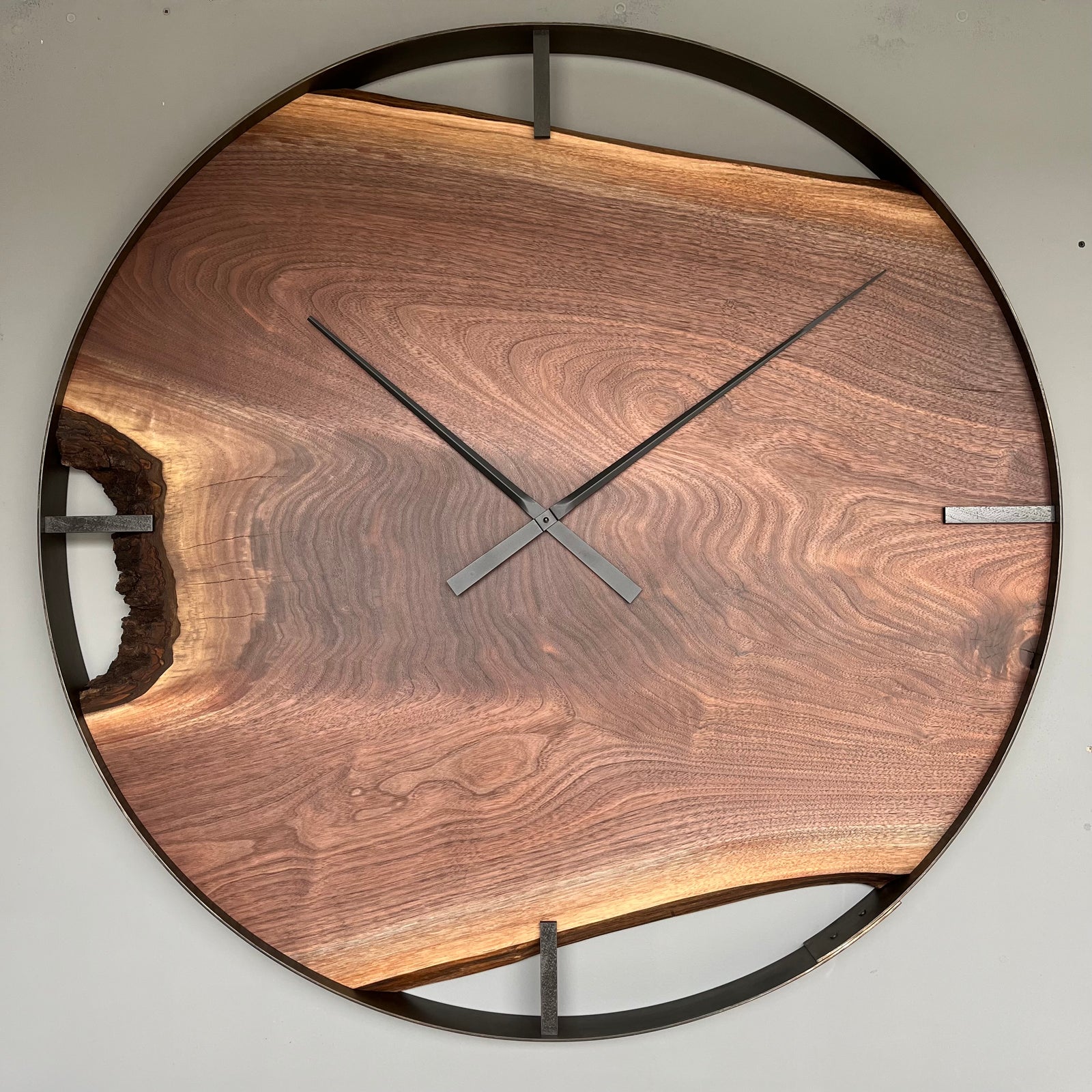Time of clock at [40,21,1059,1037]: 10:07
